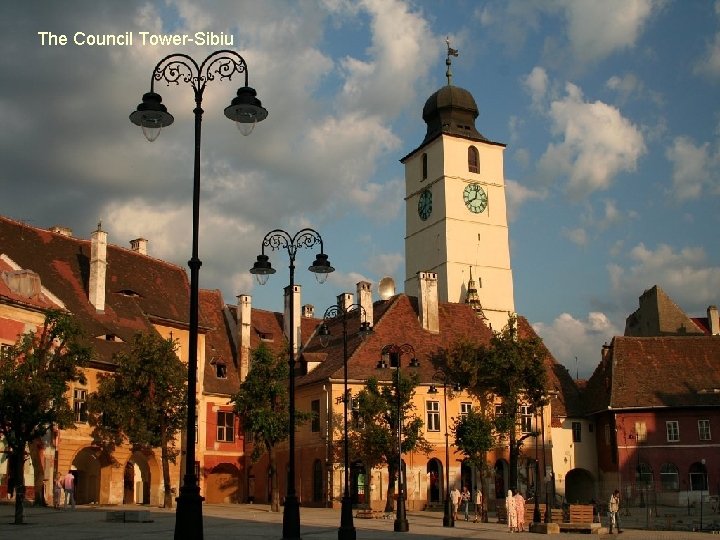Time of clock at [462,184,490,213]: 8:01
